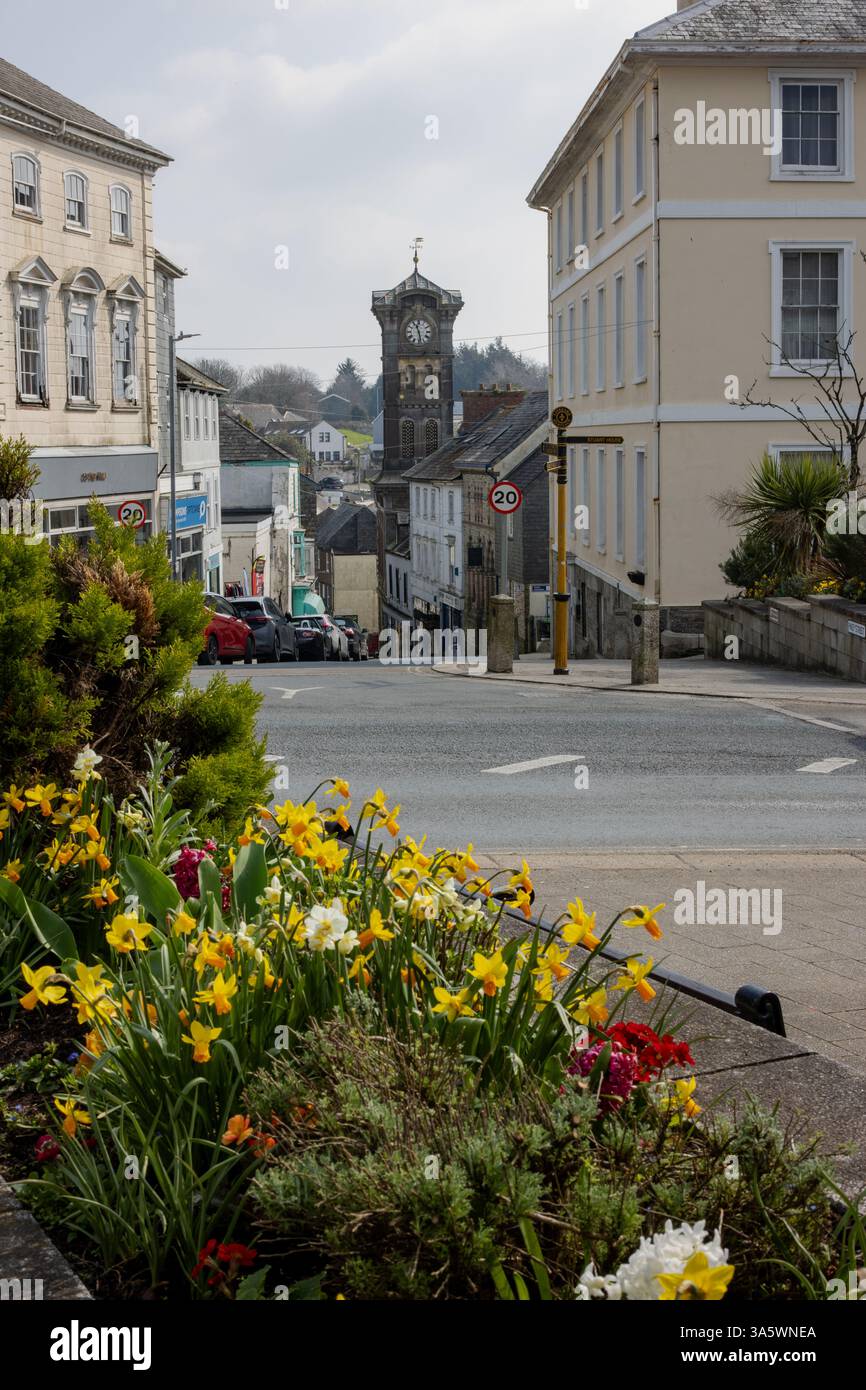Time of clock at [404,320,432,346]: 11:28
